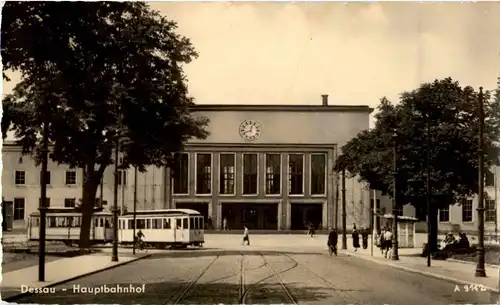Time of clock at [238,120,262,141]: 12:41
